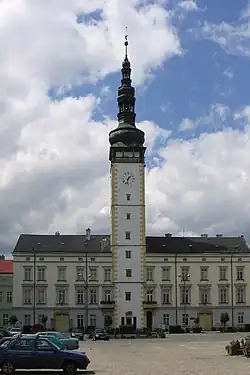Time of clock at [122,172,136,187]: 1:32
